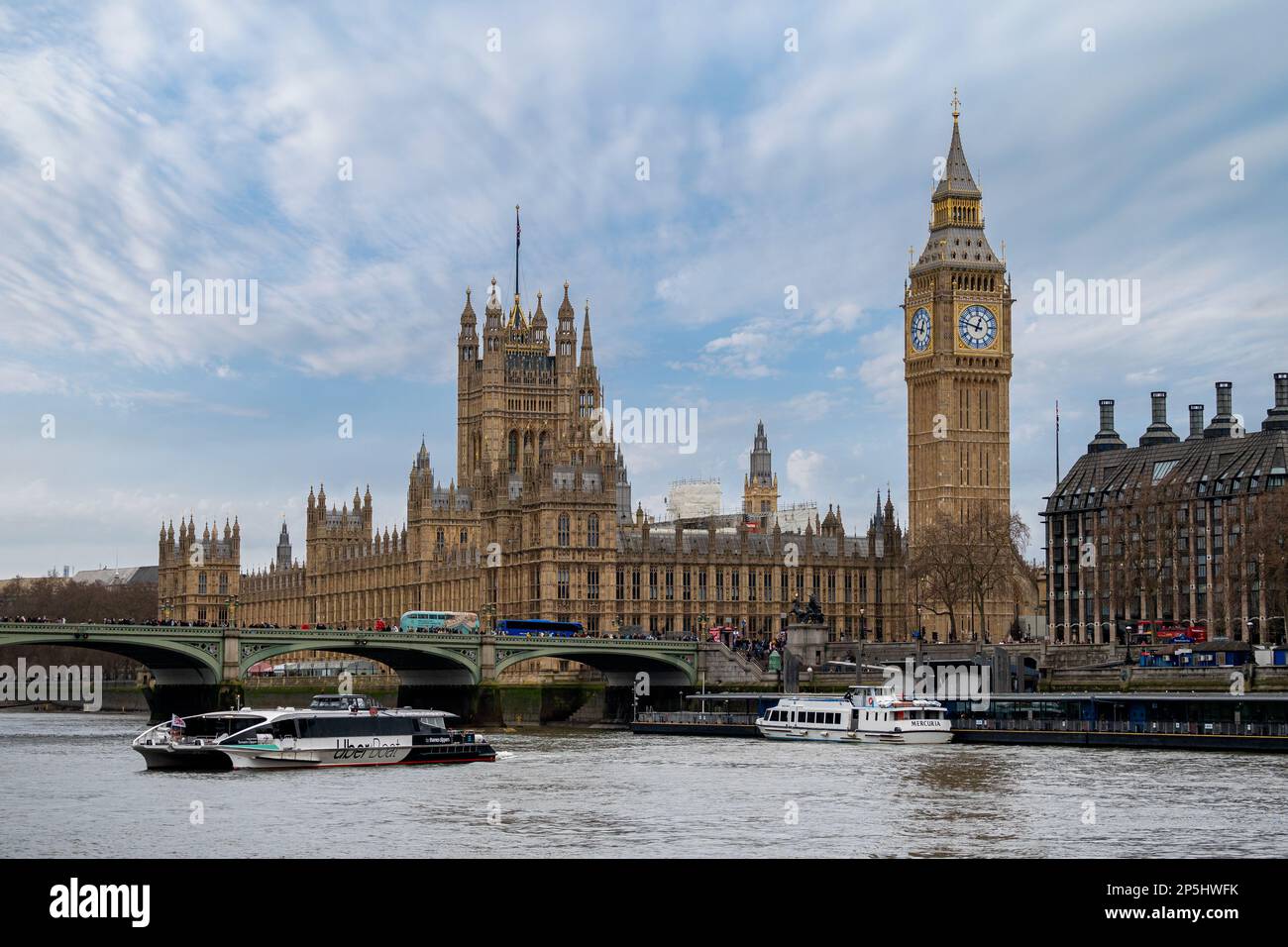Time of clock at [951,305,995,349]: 12:47
